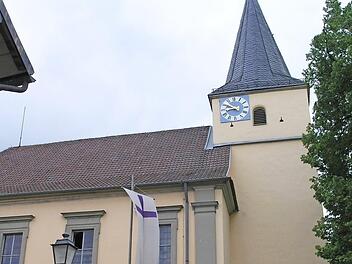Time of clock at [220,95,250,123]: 8:49
